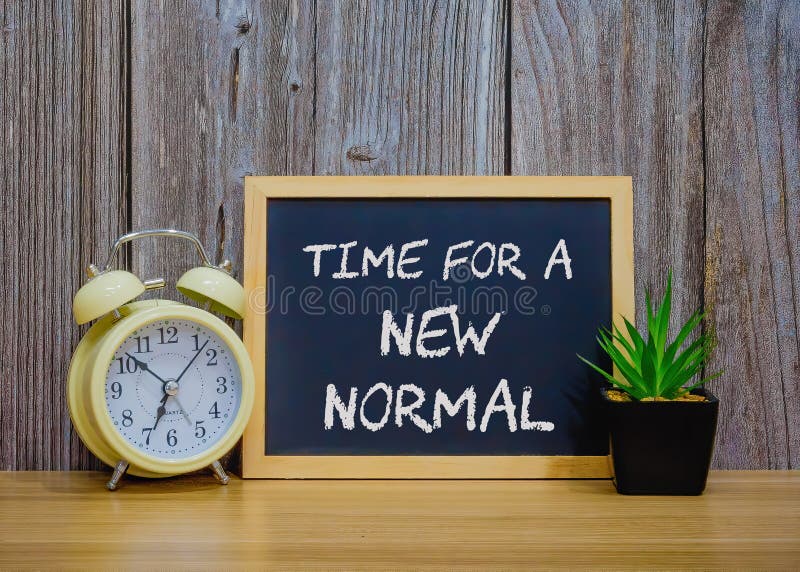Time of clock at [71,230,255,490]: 6:52
